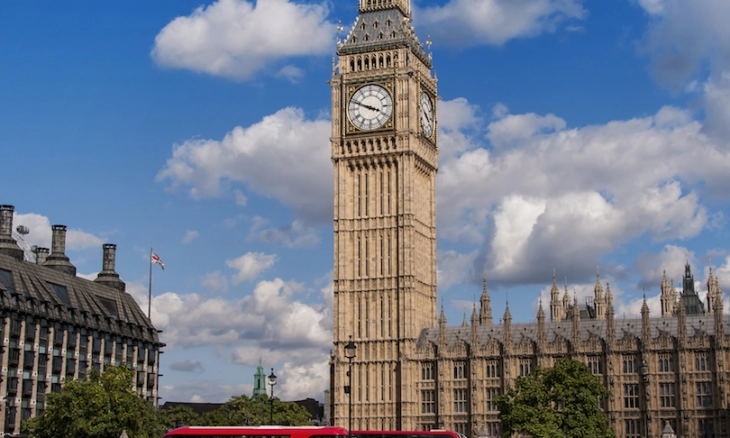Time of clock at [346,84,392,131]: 3:48
